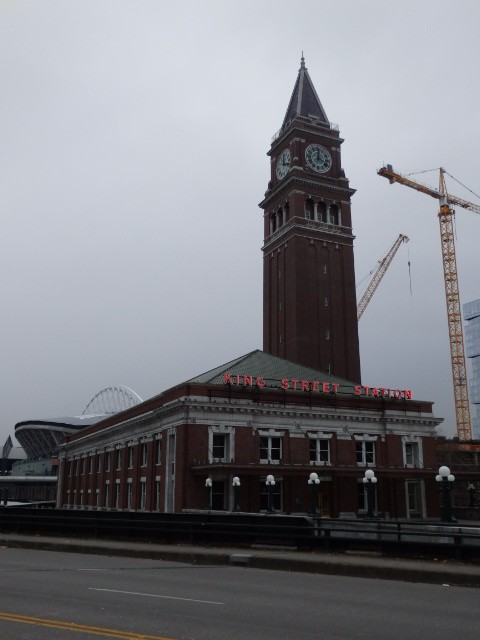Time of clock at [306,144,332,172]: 4:01
